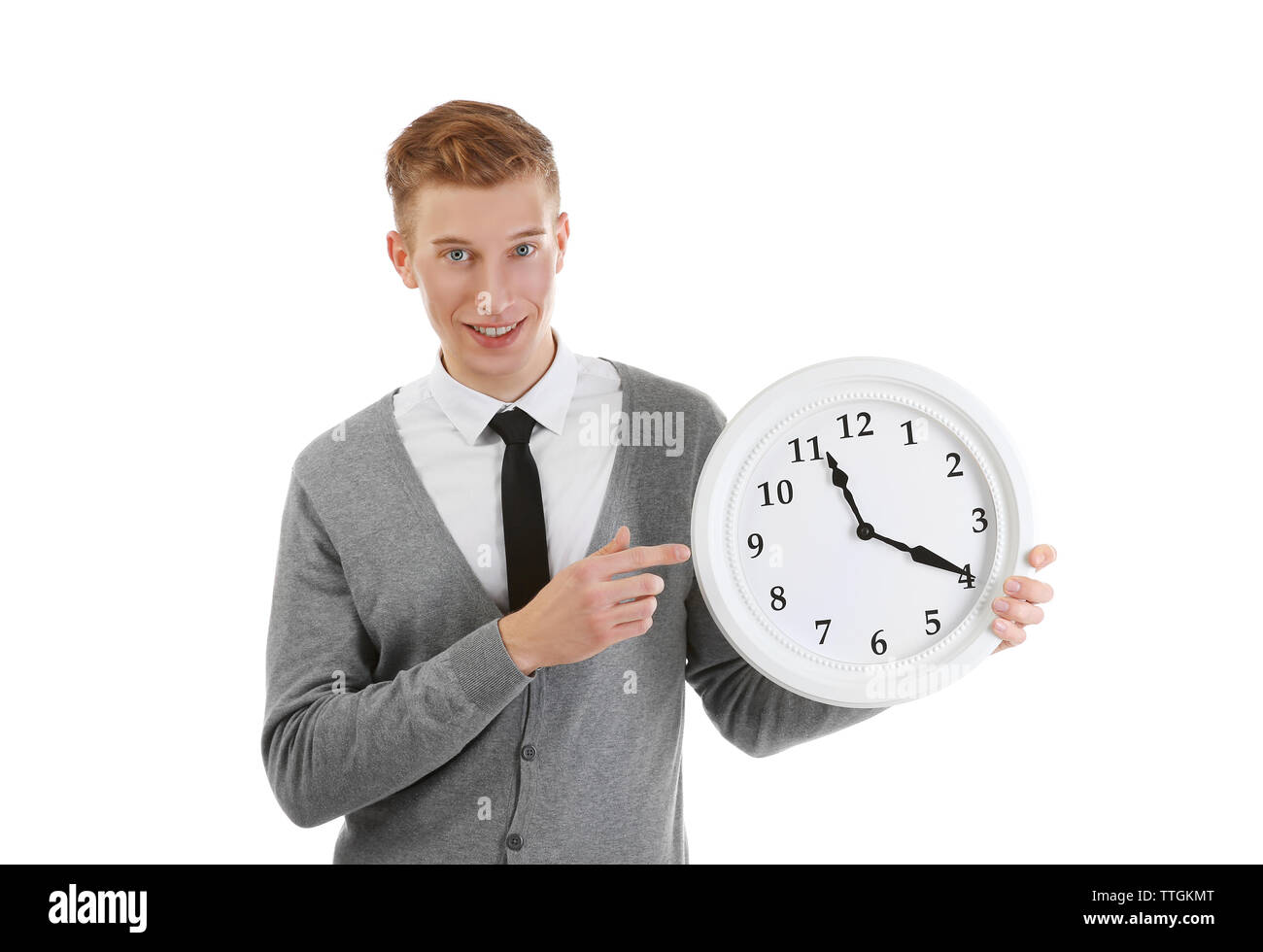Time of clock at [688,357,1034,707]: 11:19
